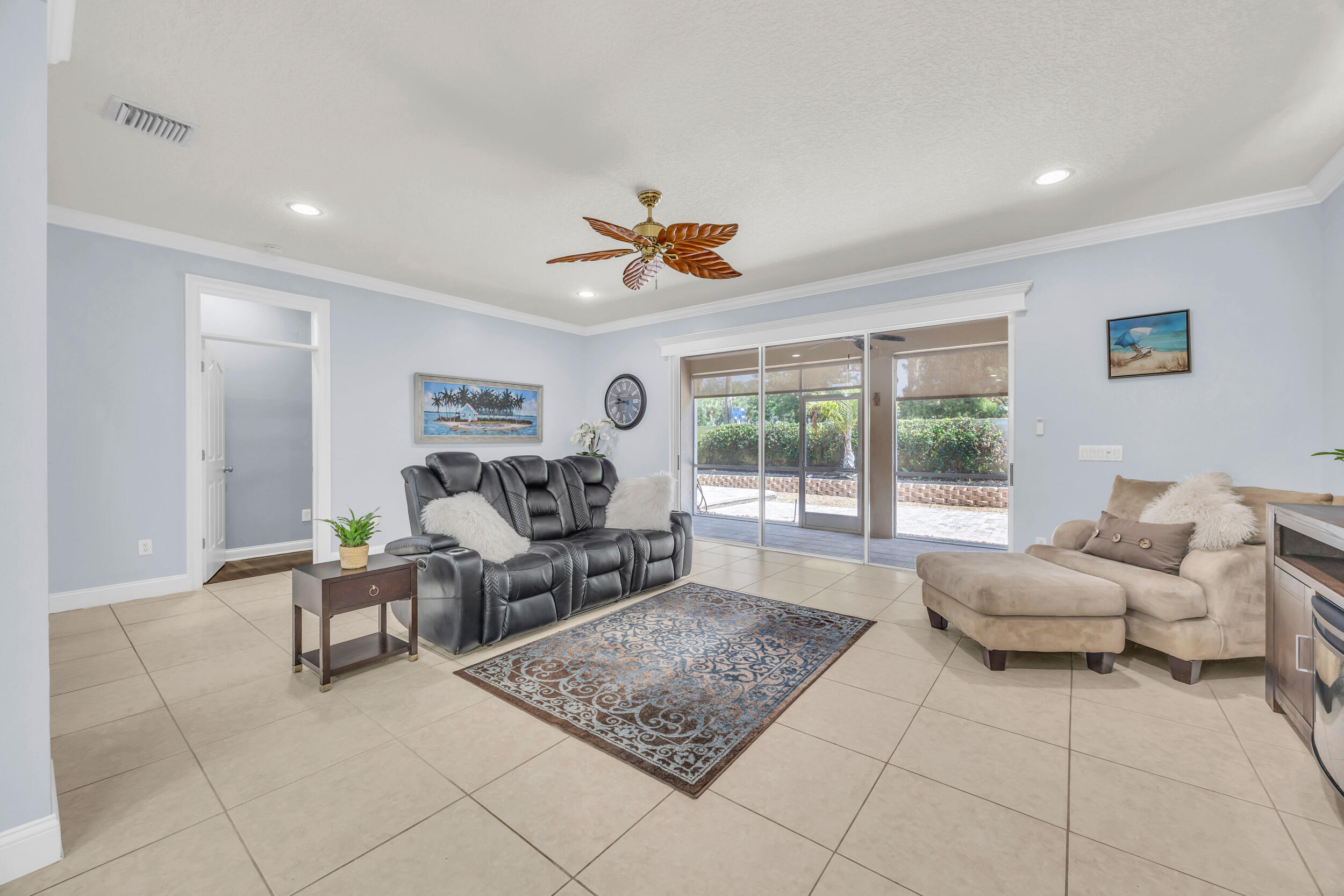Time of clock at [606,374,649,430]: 9:44
